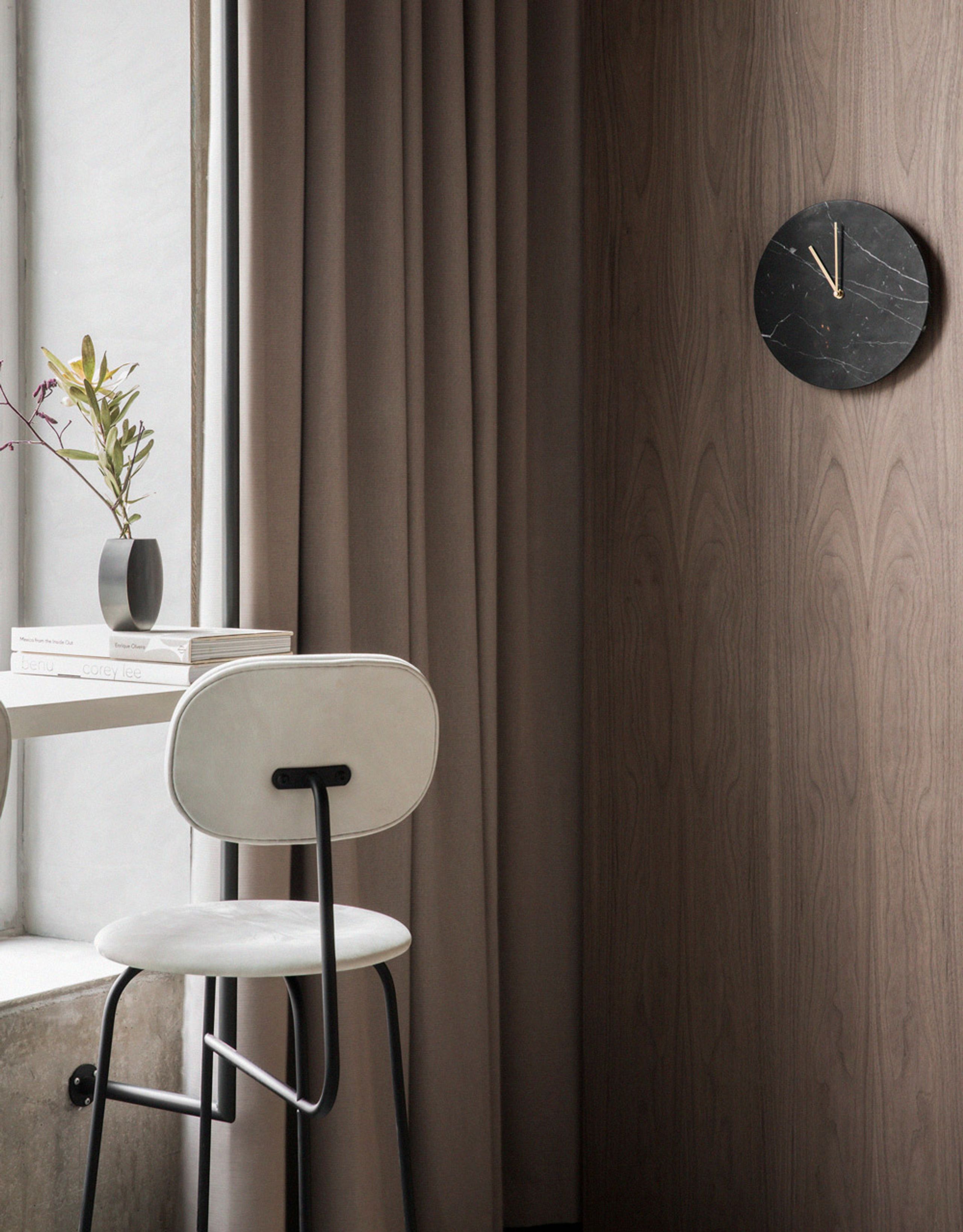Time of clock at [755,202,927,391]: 11:52
